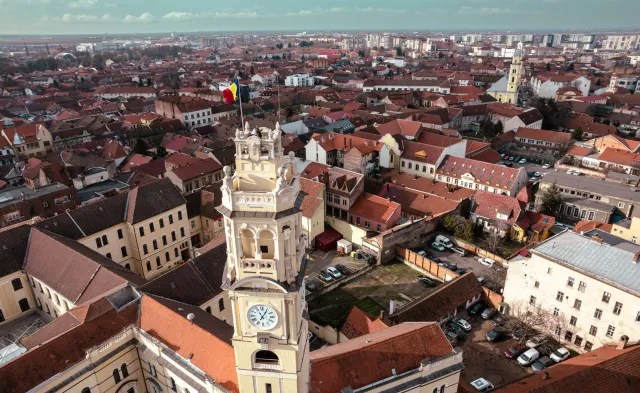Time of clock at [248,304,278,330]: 11:04
